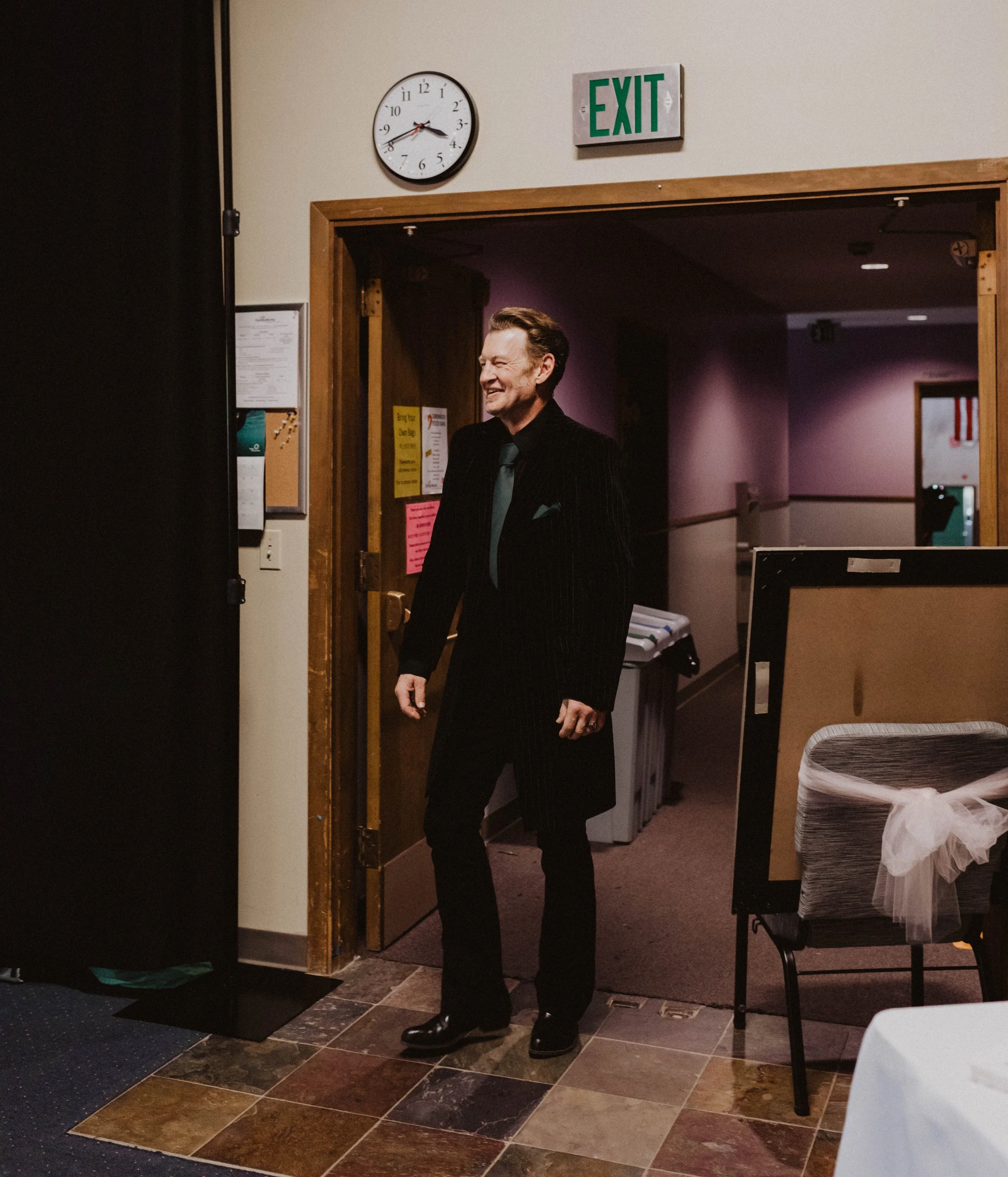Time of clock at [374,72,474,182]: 3:41
